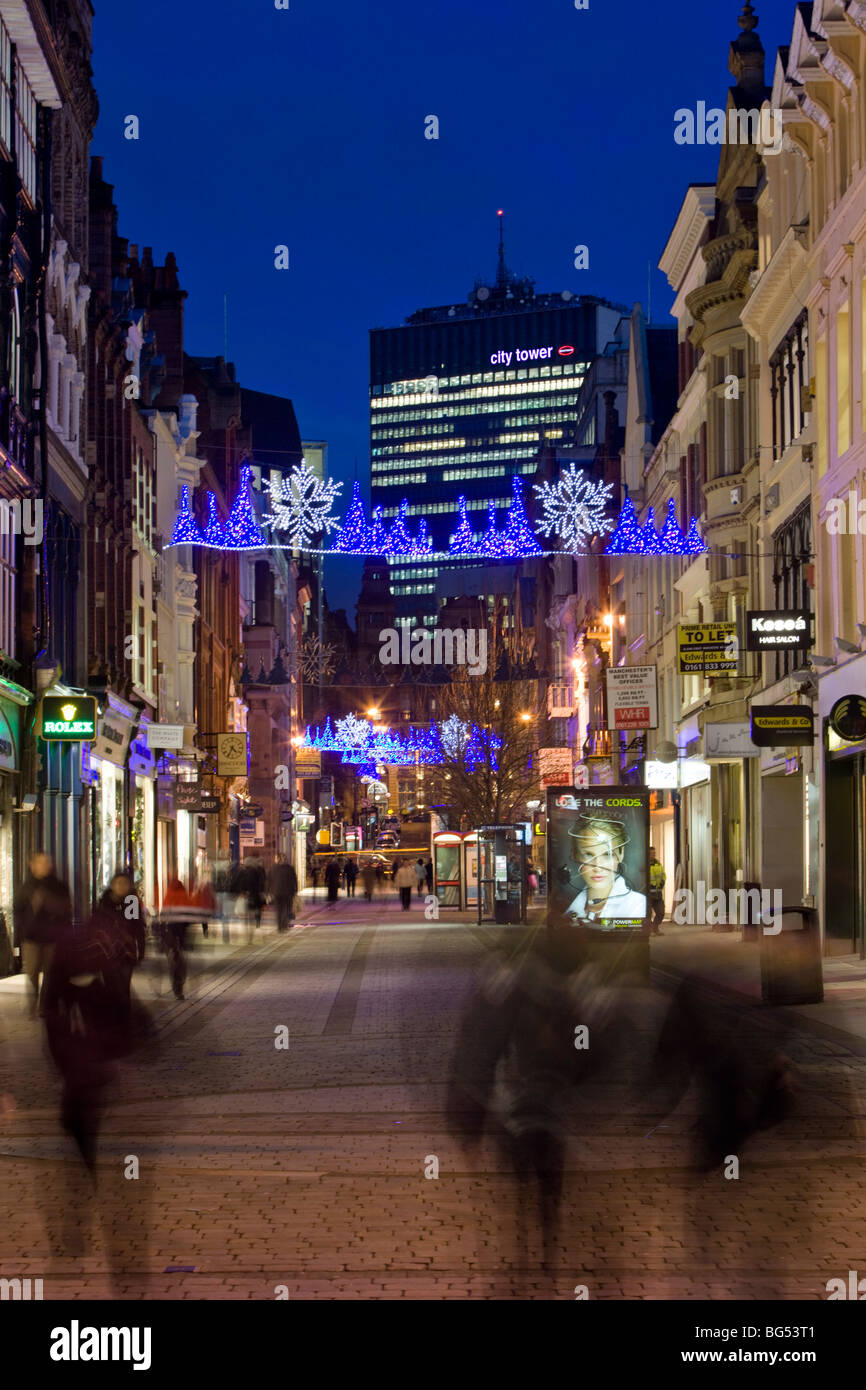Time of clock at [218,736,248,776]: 4:34
